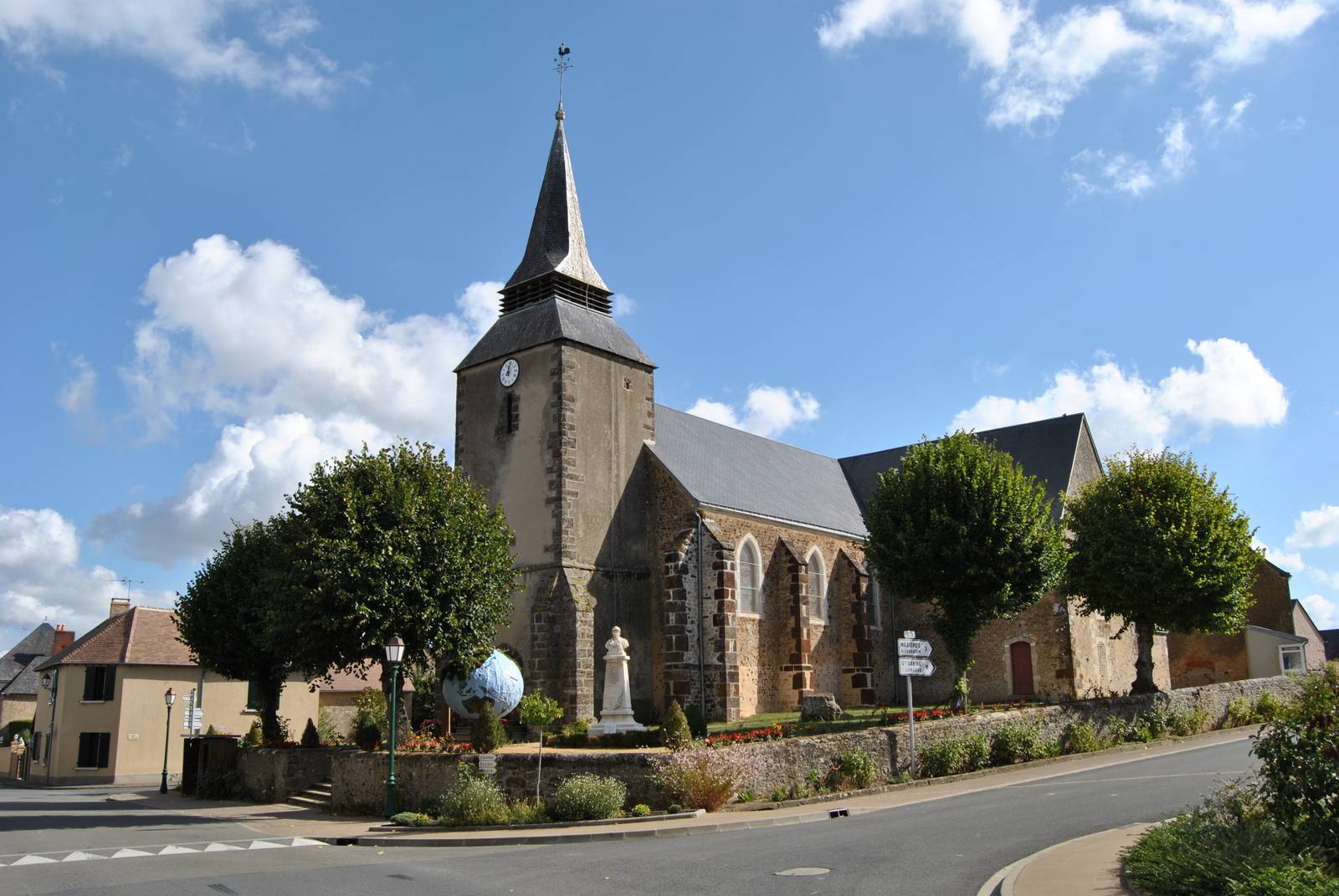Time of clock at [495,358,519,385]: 9:01
